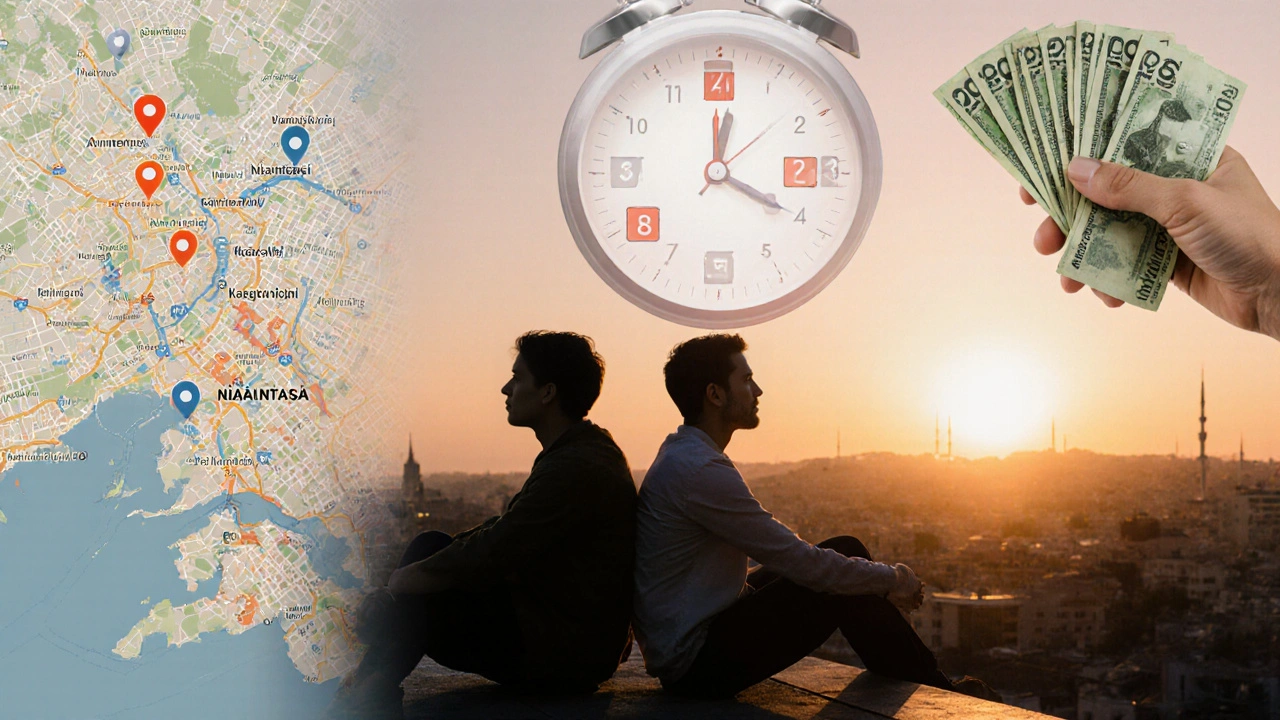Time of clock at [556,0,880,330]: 12:19
